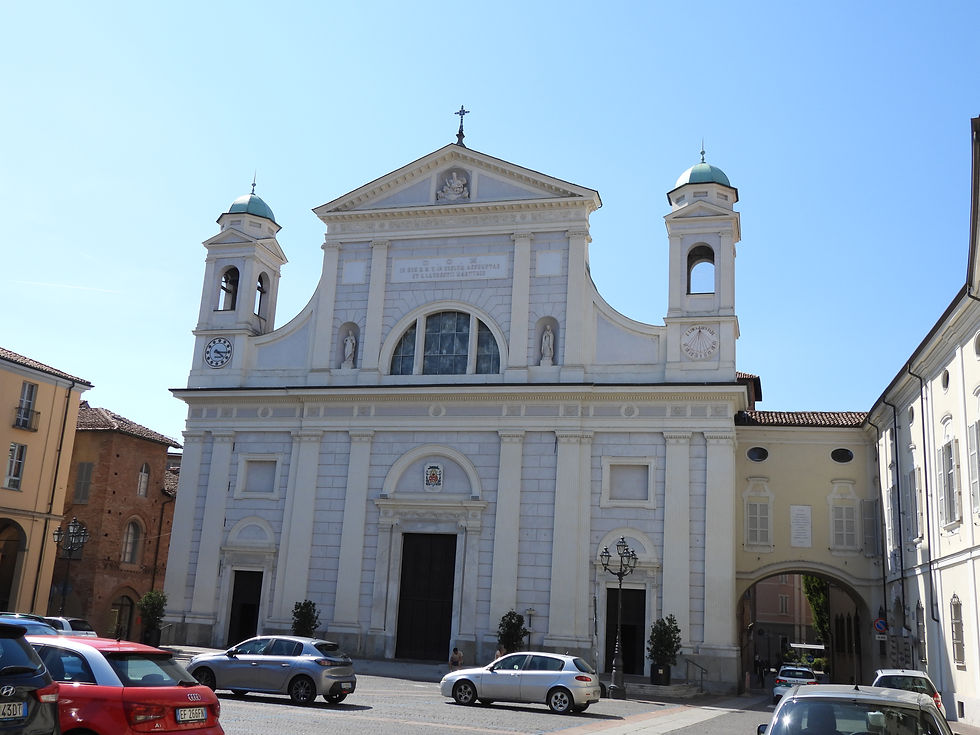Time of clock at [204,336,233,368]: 4:15
